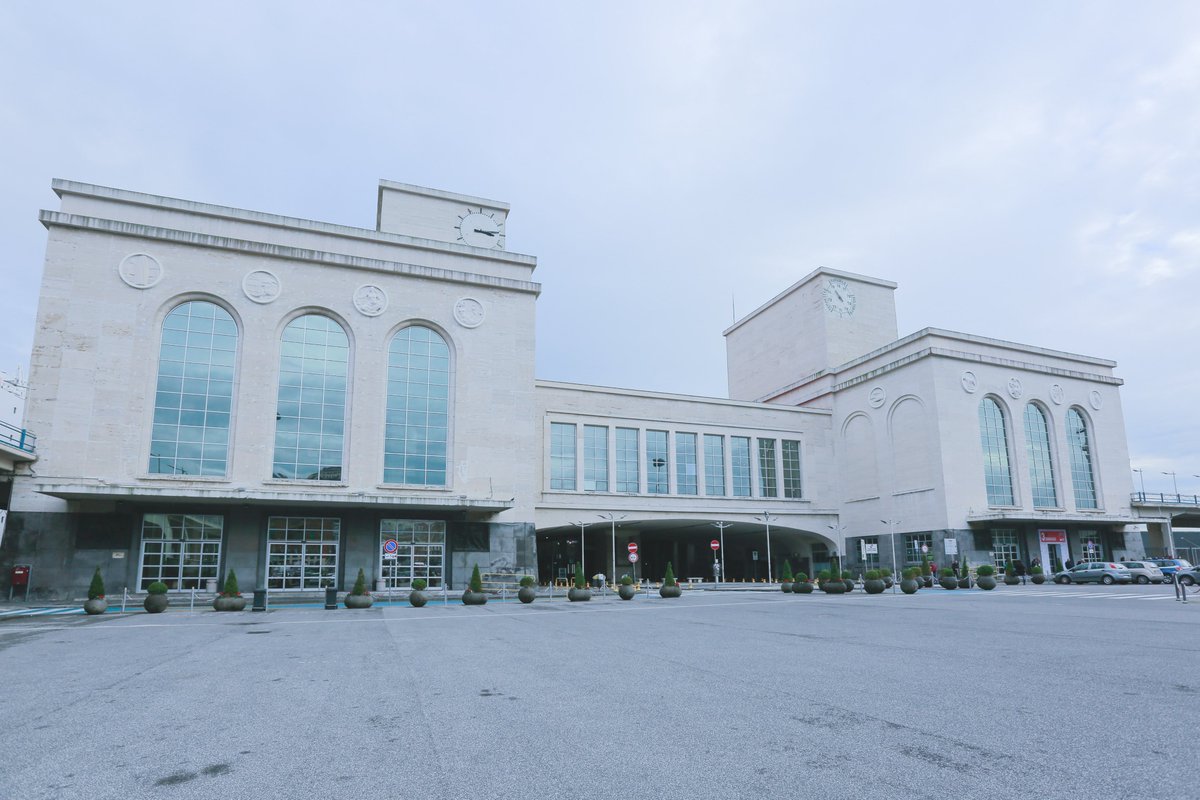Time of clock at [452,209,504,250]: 3:13
